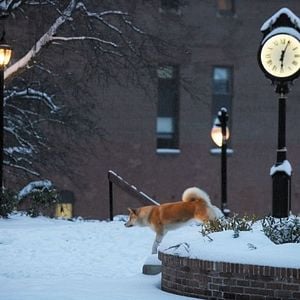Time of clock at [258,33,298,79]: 6:03
